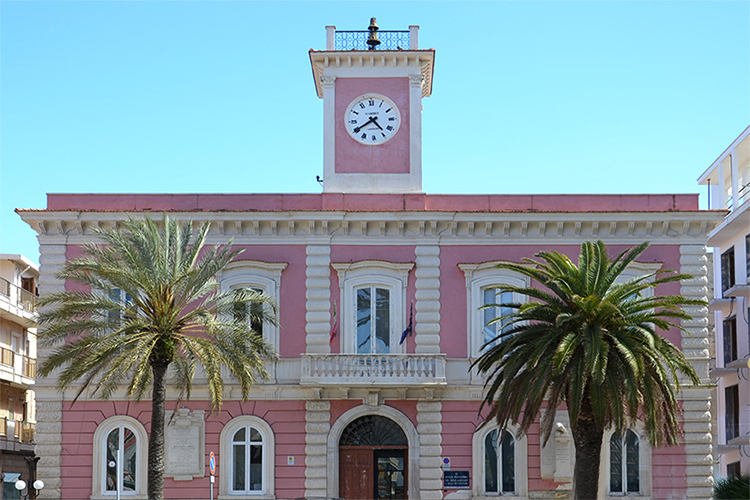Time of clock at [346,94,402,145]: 4:39
